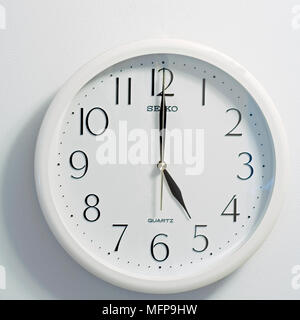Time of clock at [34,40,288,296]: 4:59
